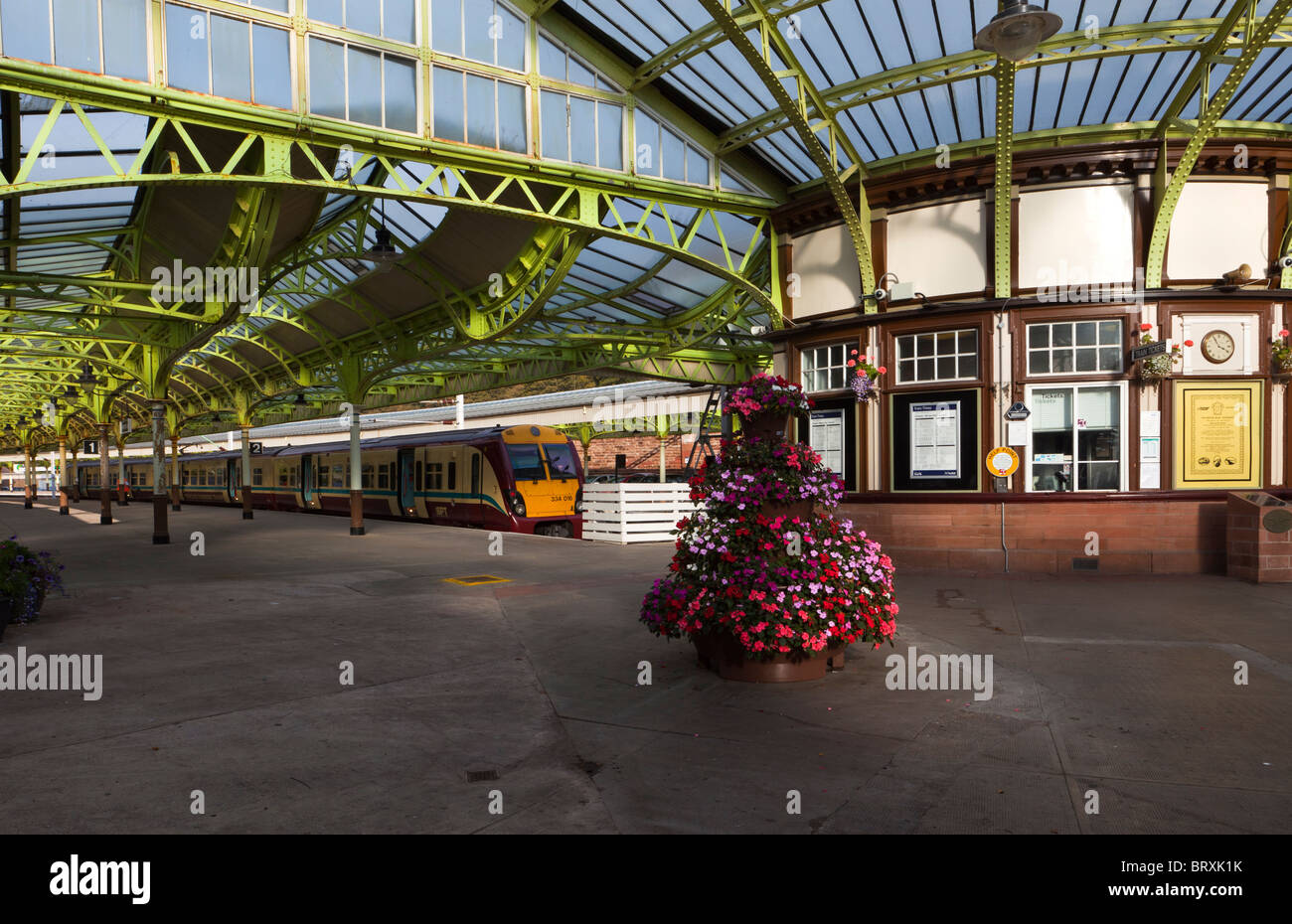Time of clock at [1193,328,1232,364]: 3:55
